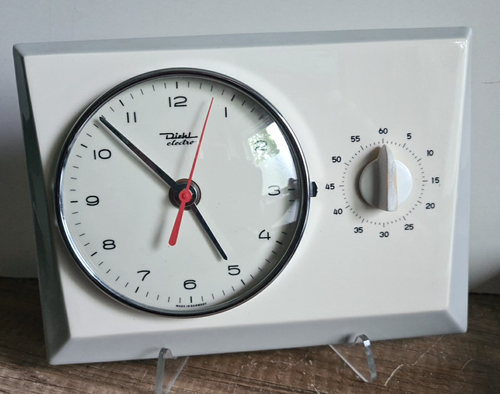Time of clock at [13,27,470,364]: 4:52
